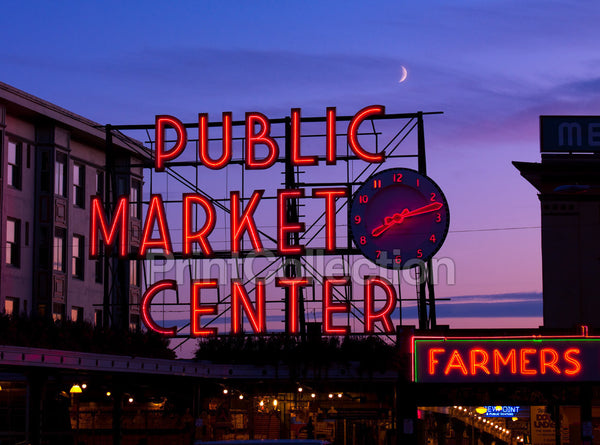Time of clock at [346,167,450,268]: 8:13
